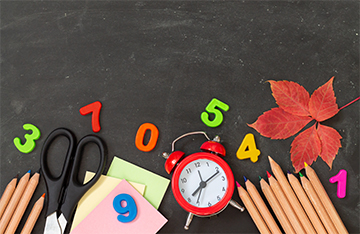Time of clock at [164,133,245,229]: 7:11
